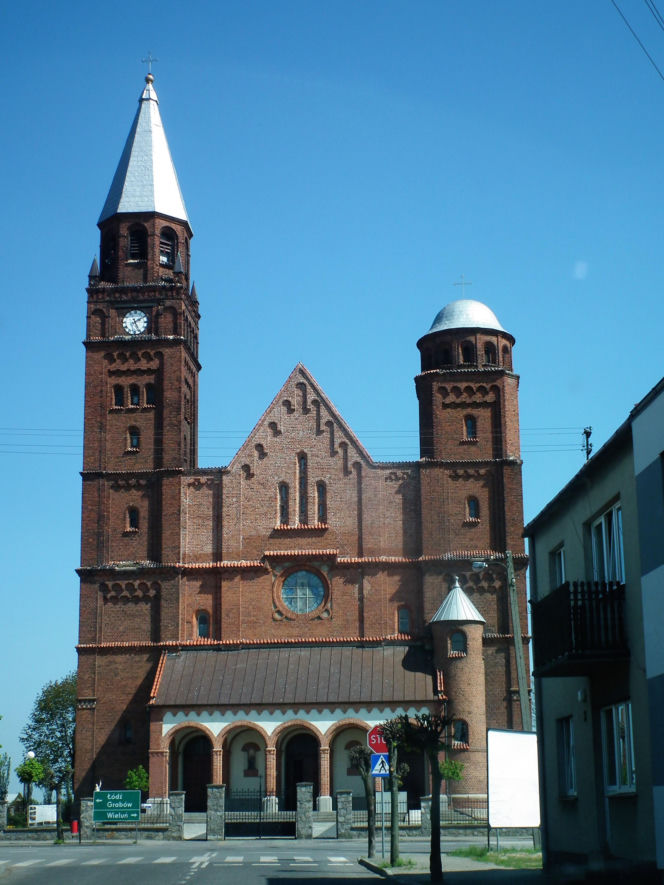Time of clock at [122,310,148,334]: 5:09
